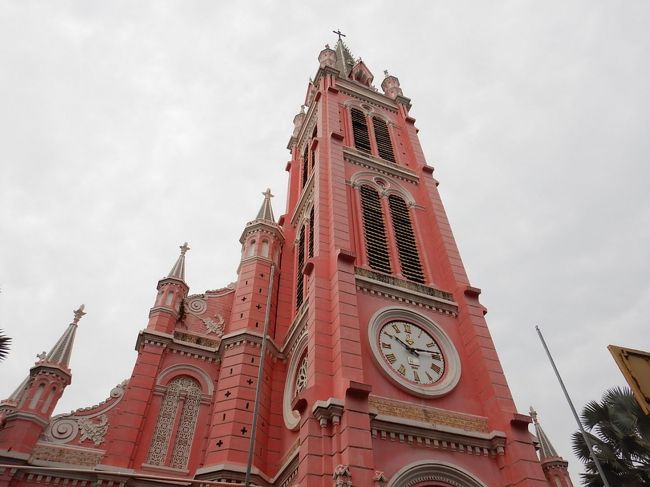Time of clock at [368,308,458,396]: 10:13
